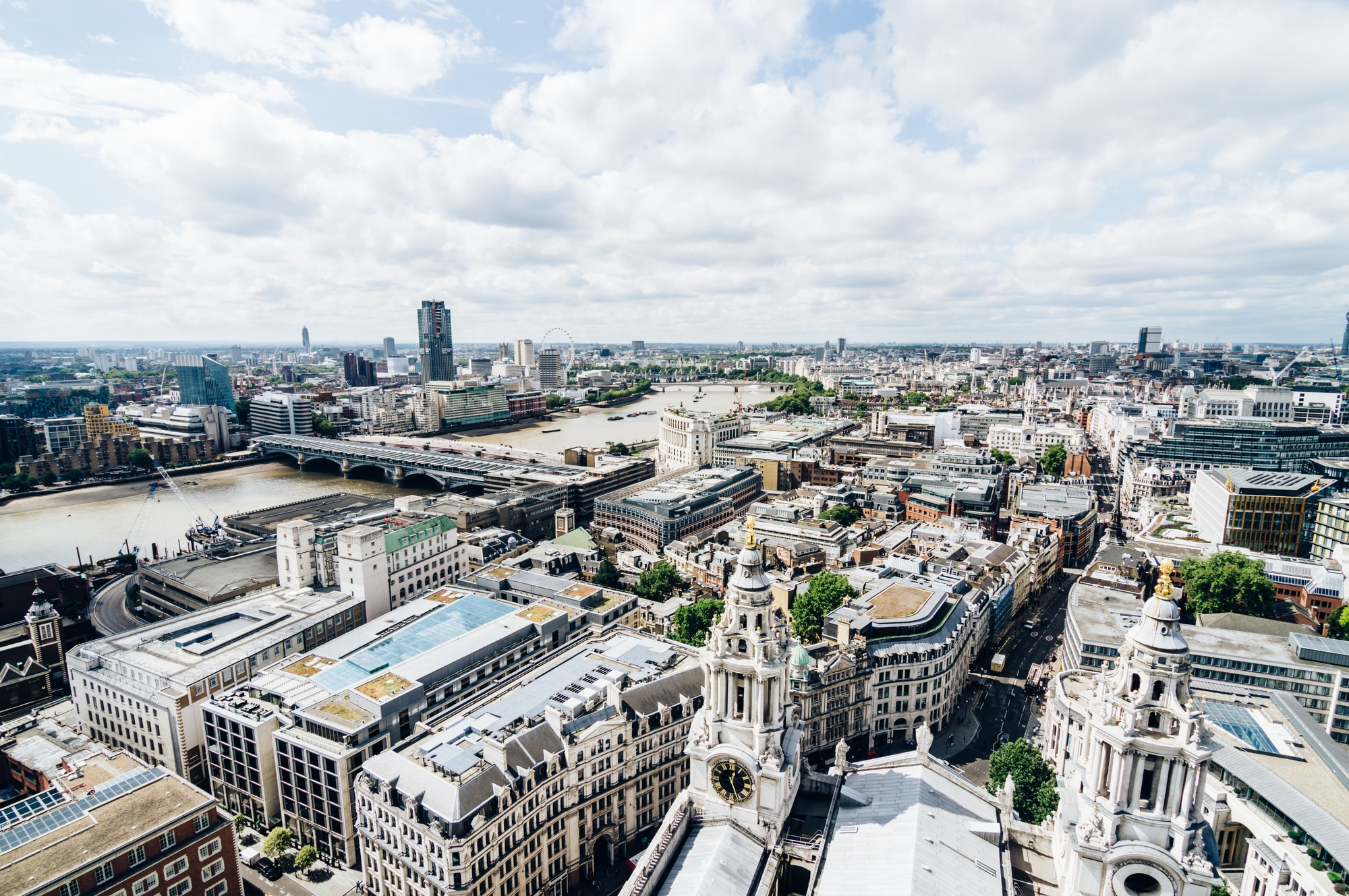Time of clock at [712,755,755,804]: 12:26
